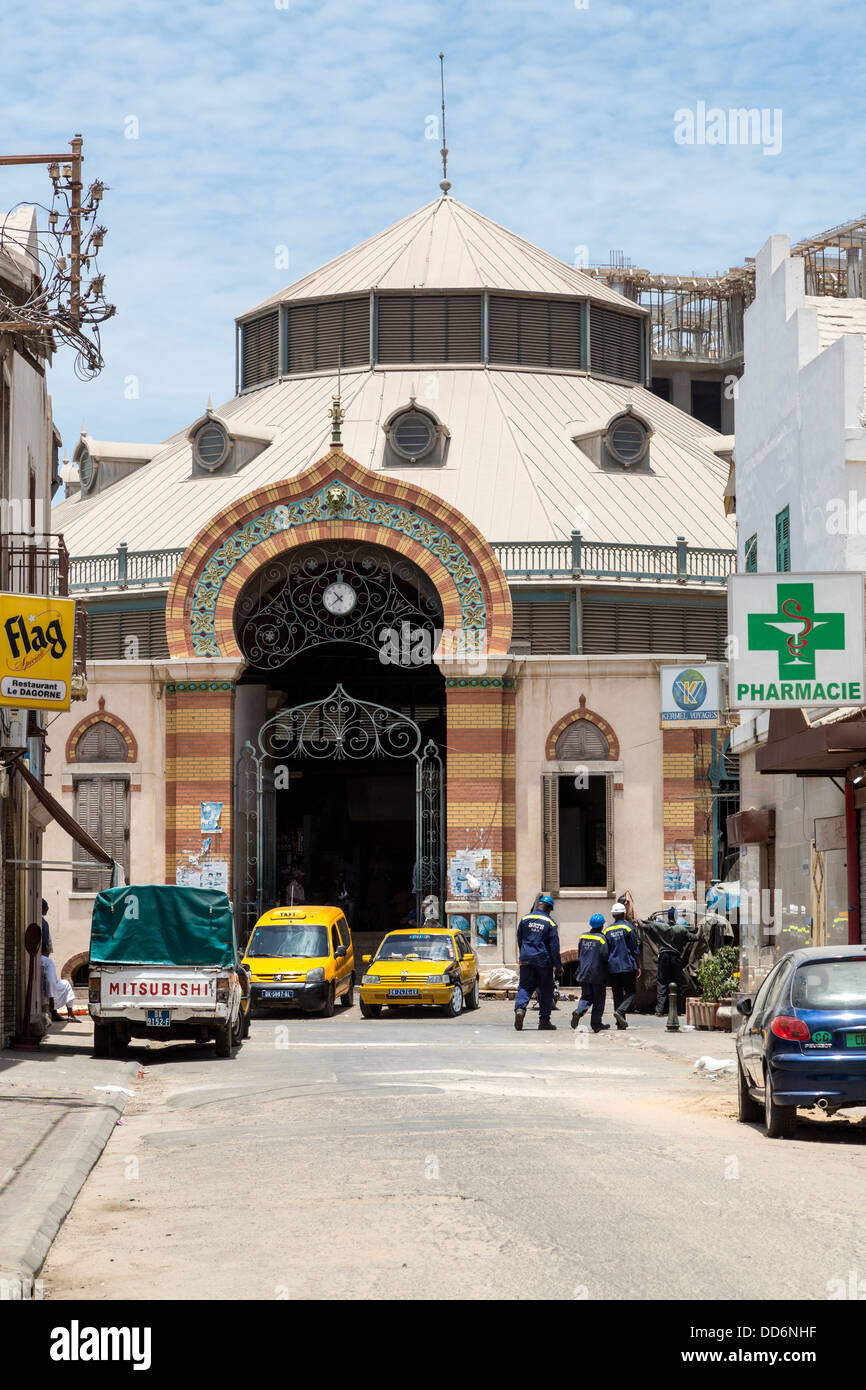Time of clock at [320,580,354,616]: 10:38
